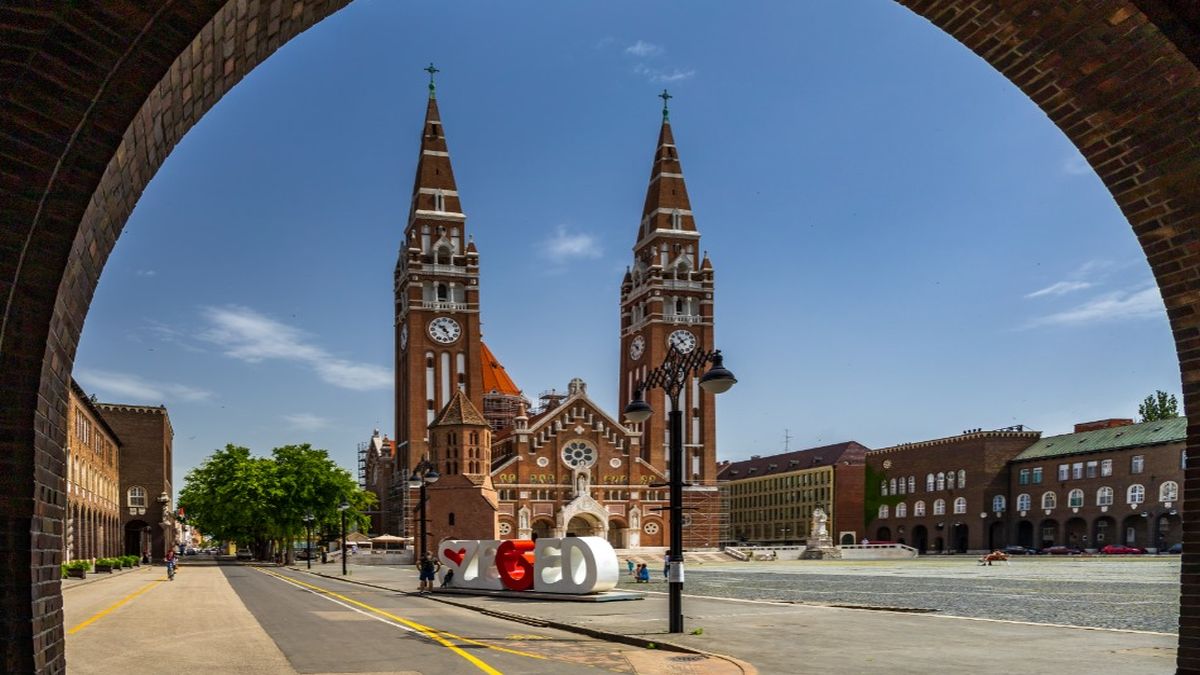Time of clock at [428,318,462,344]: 10:26
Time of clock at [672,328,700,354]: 10:39
